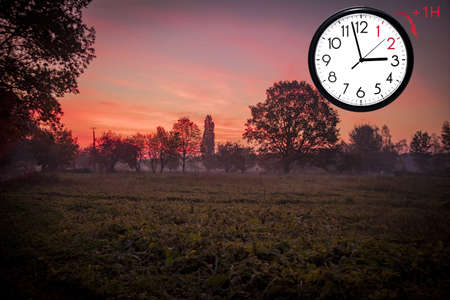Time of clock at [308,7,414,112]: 2:57
